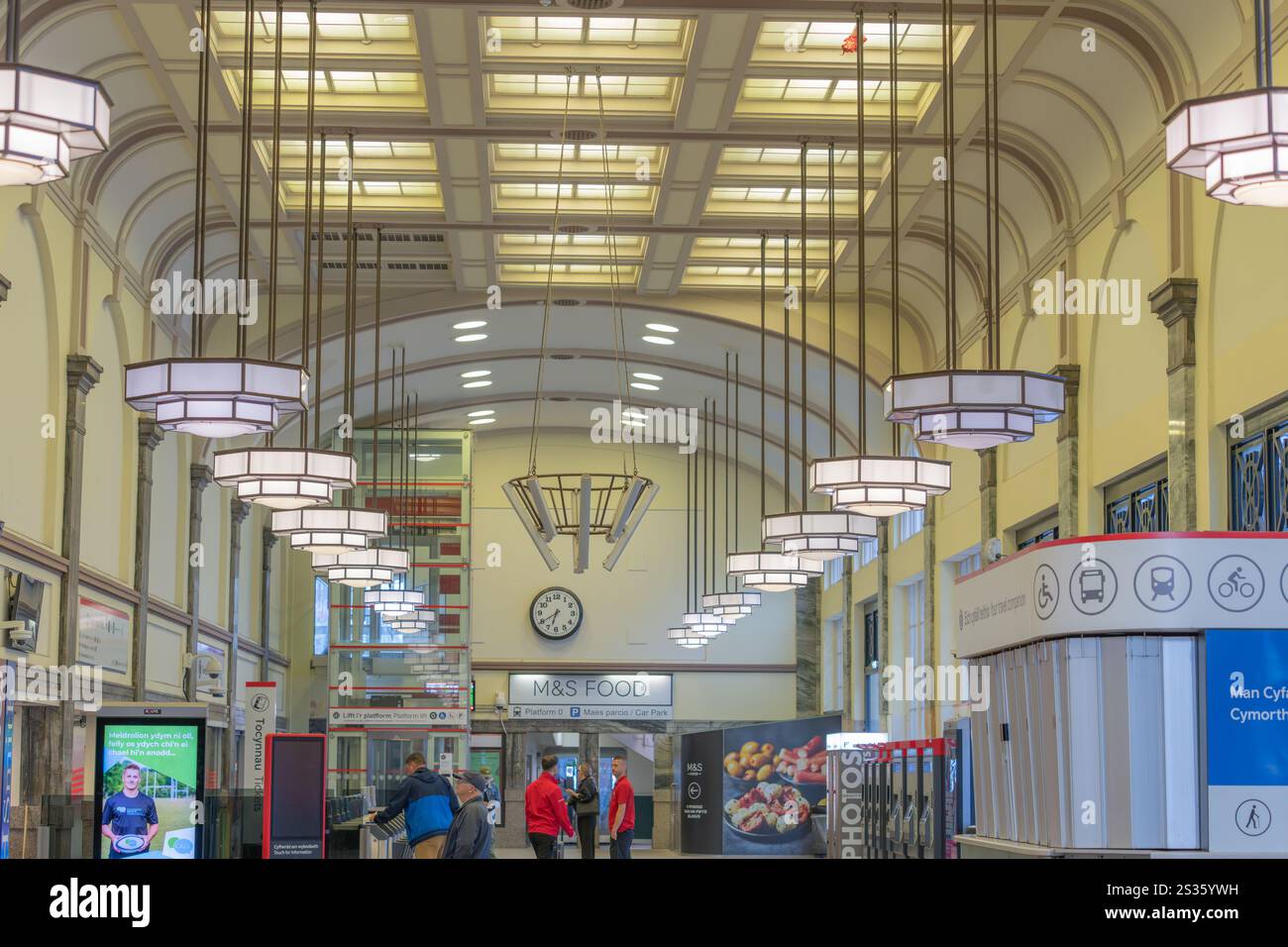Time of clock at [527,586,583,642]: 6:39
